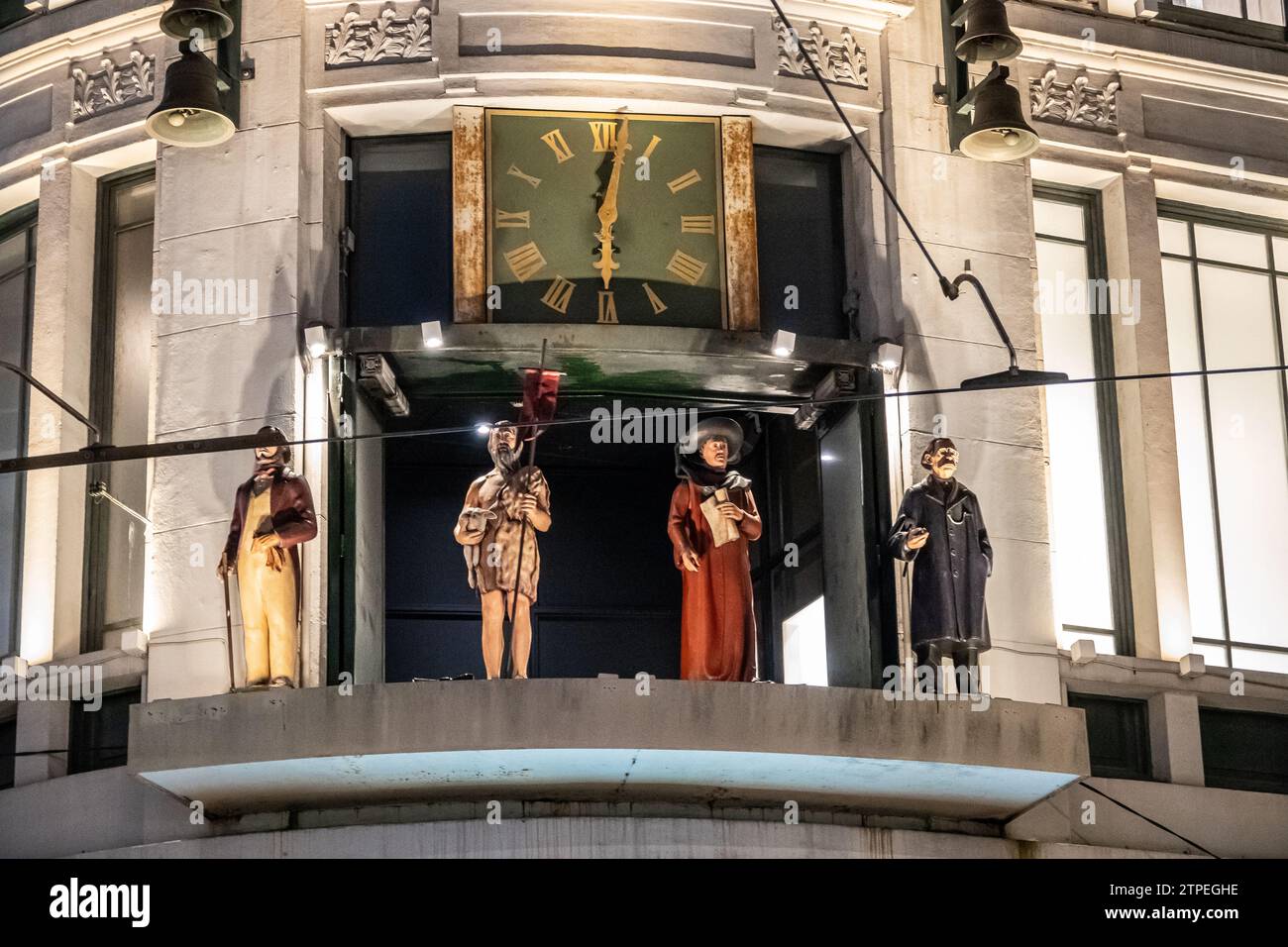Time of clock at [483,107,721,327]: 6:01
